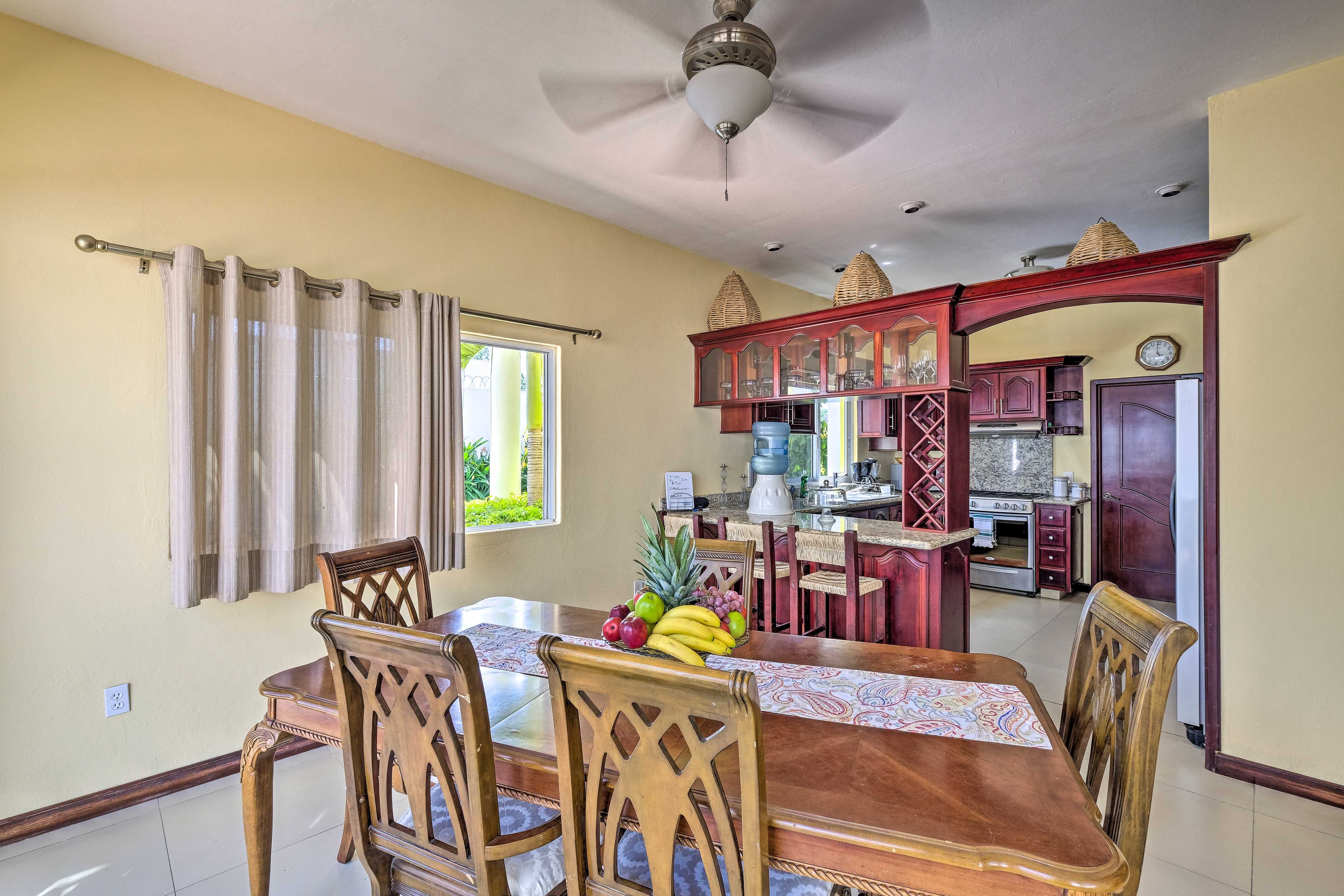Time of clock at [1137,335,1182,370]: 3:59
